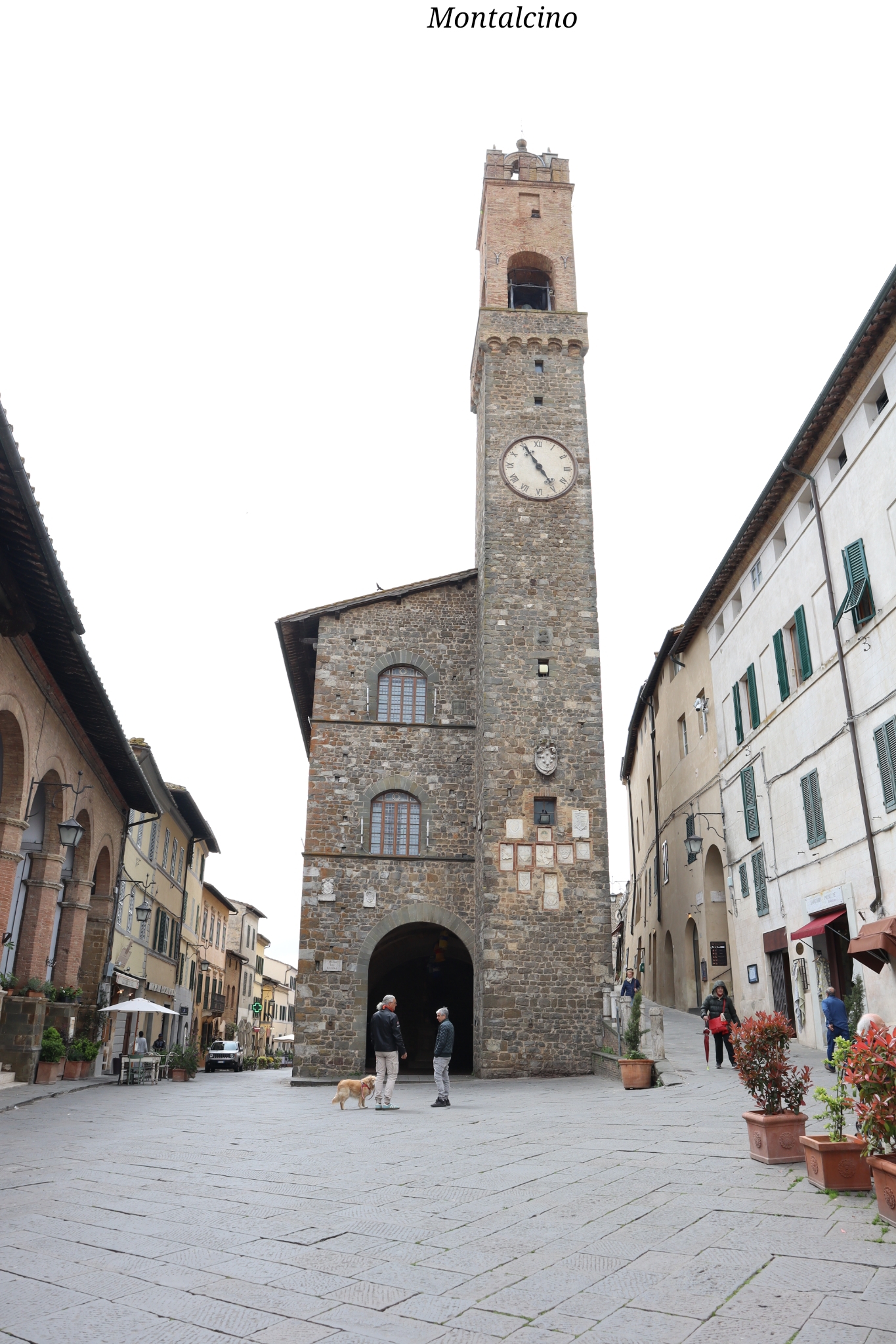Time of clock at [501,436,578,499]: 4:55
